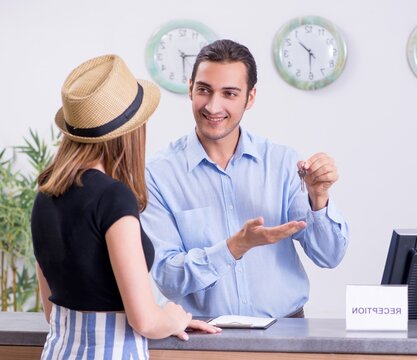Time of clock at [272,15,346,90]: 10:30
